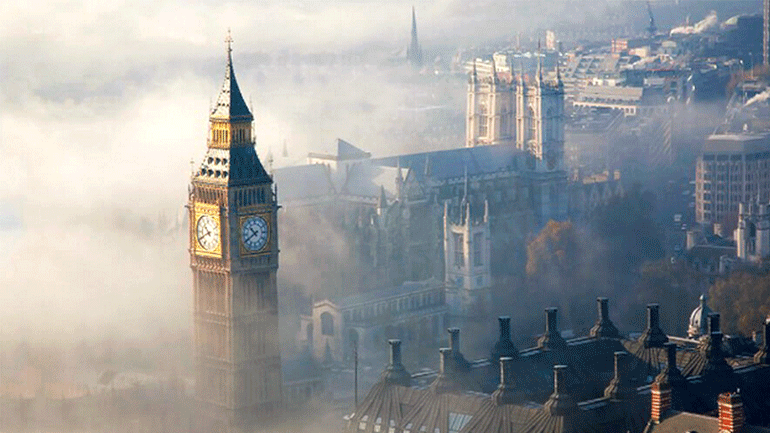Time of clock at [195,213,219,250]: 10:40
